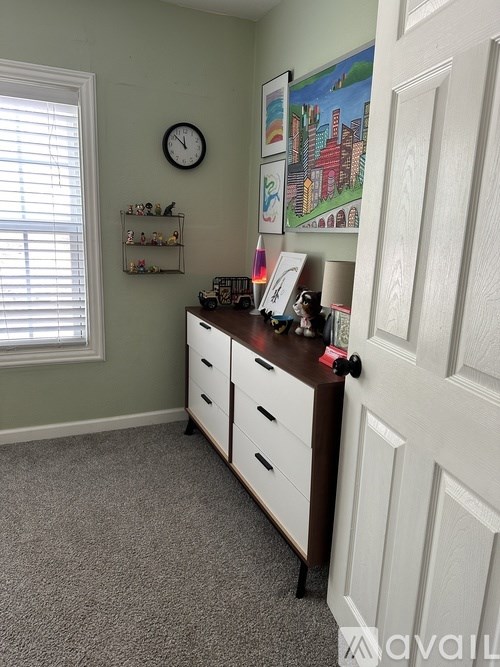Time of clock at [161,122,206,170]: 11:52
